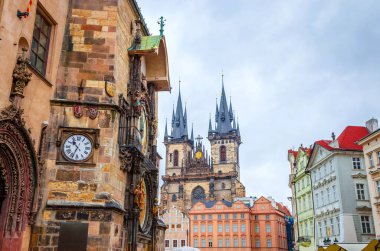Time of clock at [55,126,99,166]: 10:34
